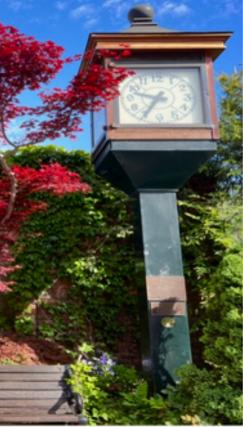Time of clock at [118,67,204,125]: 9:35
